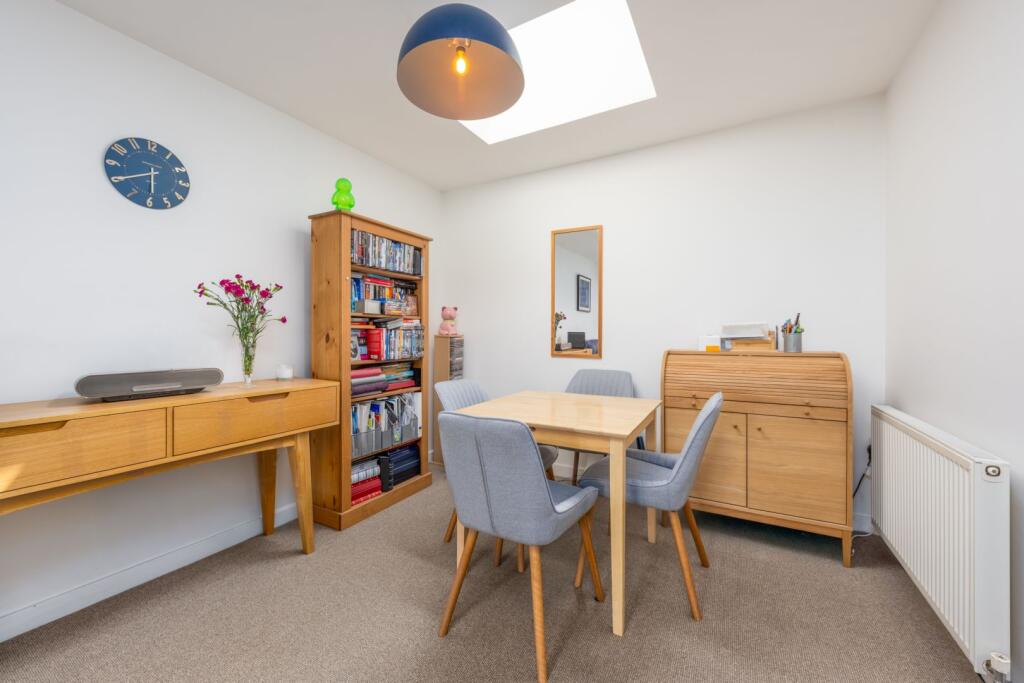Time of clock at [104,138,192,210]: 5:40
